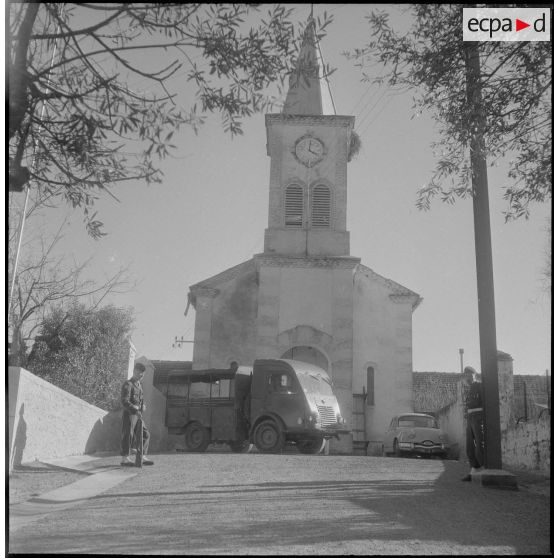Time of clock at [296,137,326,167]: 4:01
